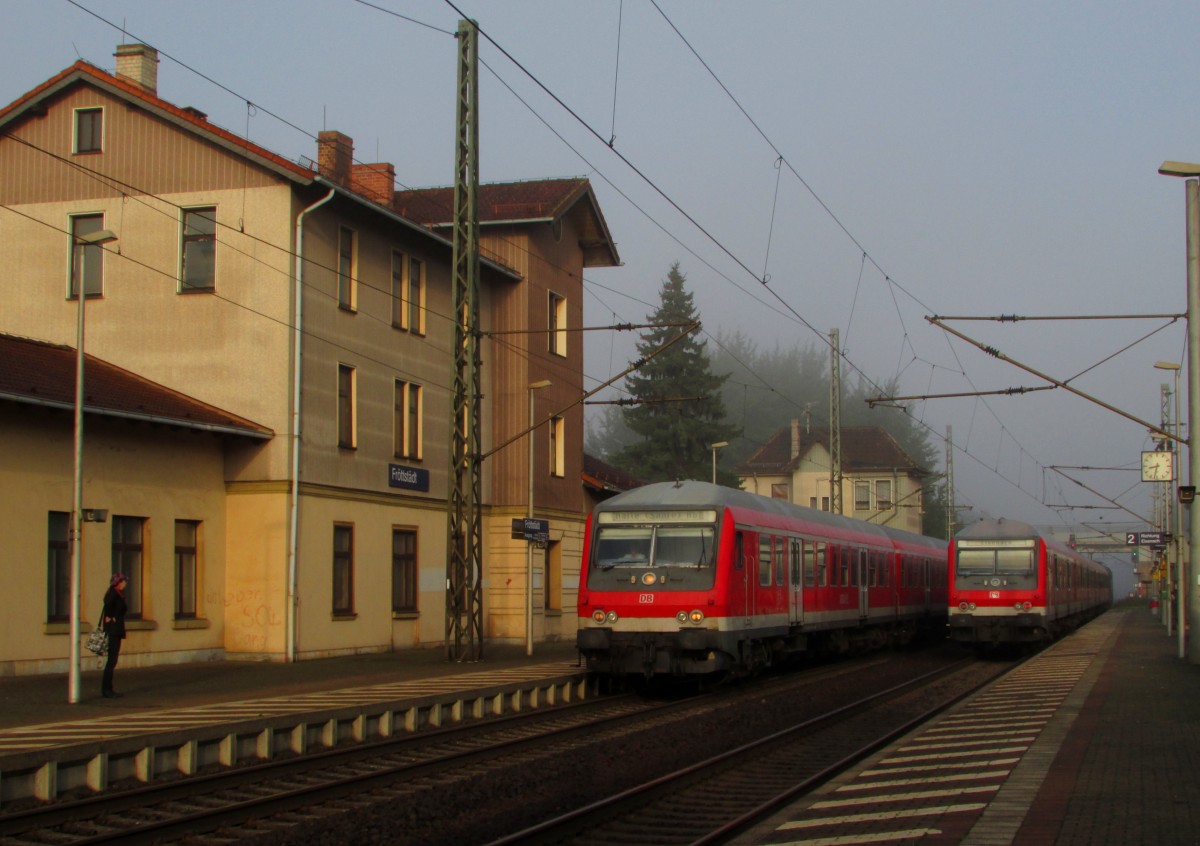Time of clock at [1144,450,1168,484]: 8:32
